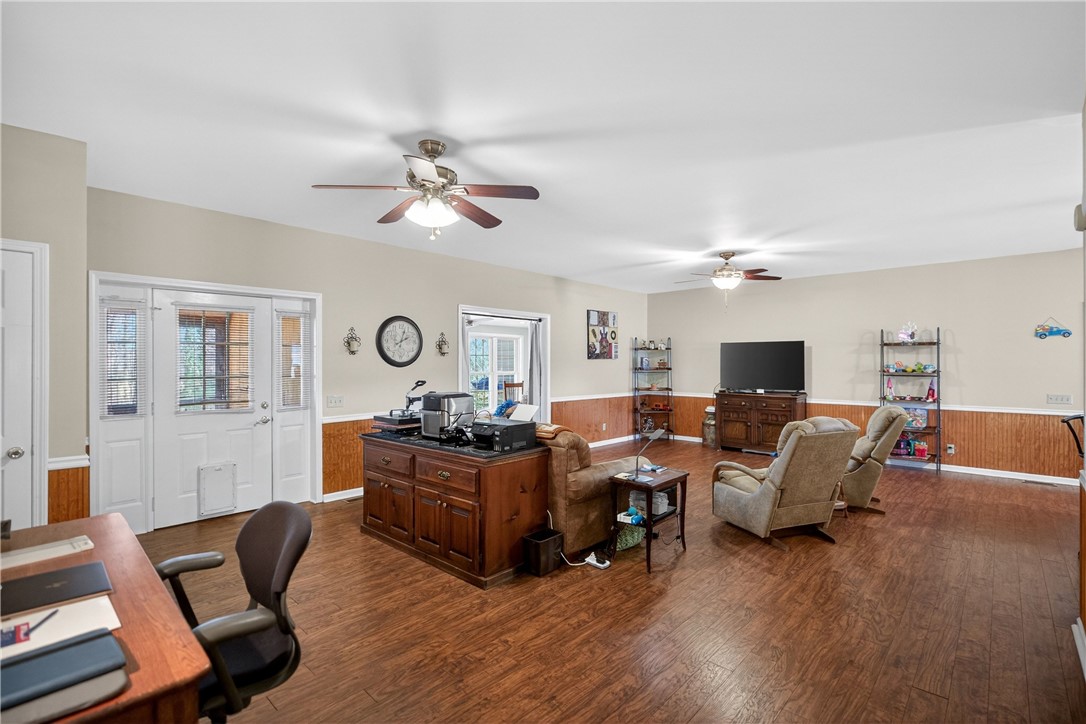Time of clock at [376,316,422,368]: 2:03
